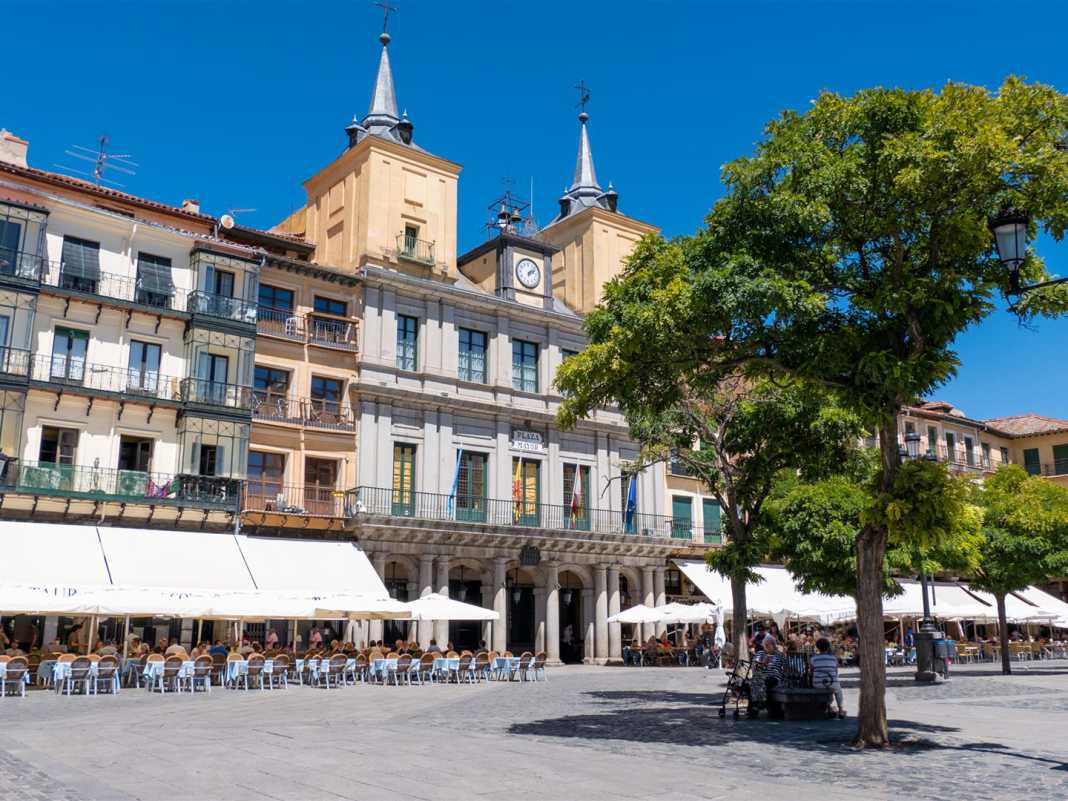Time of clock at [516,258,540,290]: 2:07
